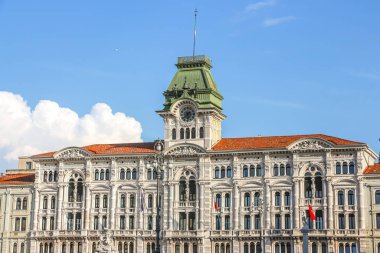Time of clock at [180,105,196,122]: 5:38
